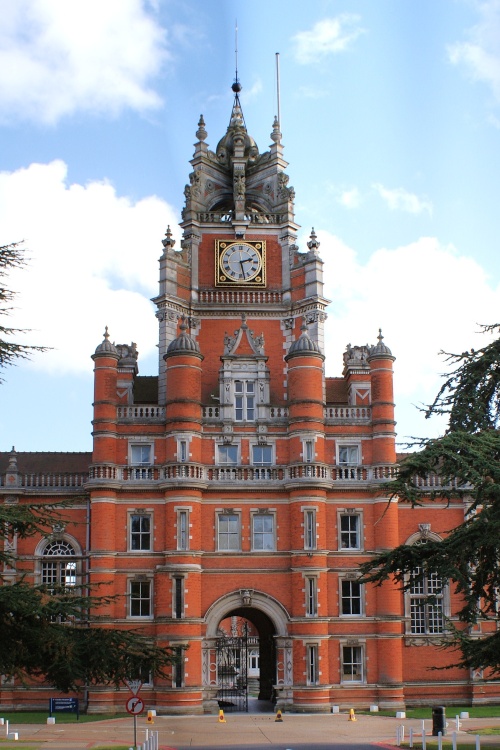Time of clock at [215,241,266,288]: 2:28
